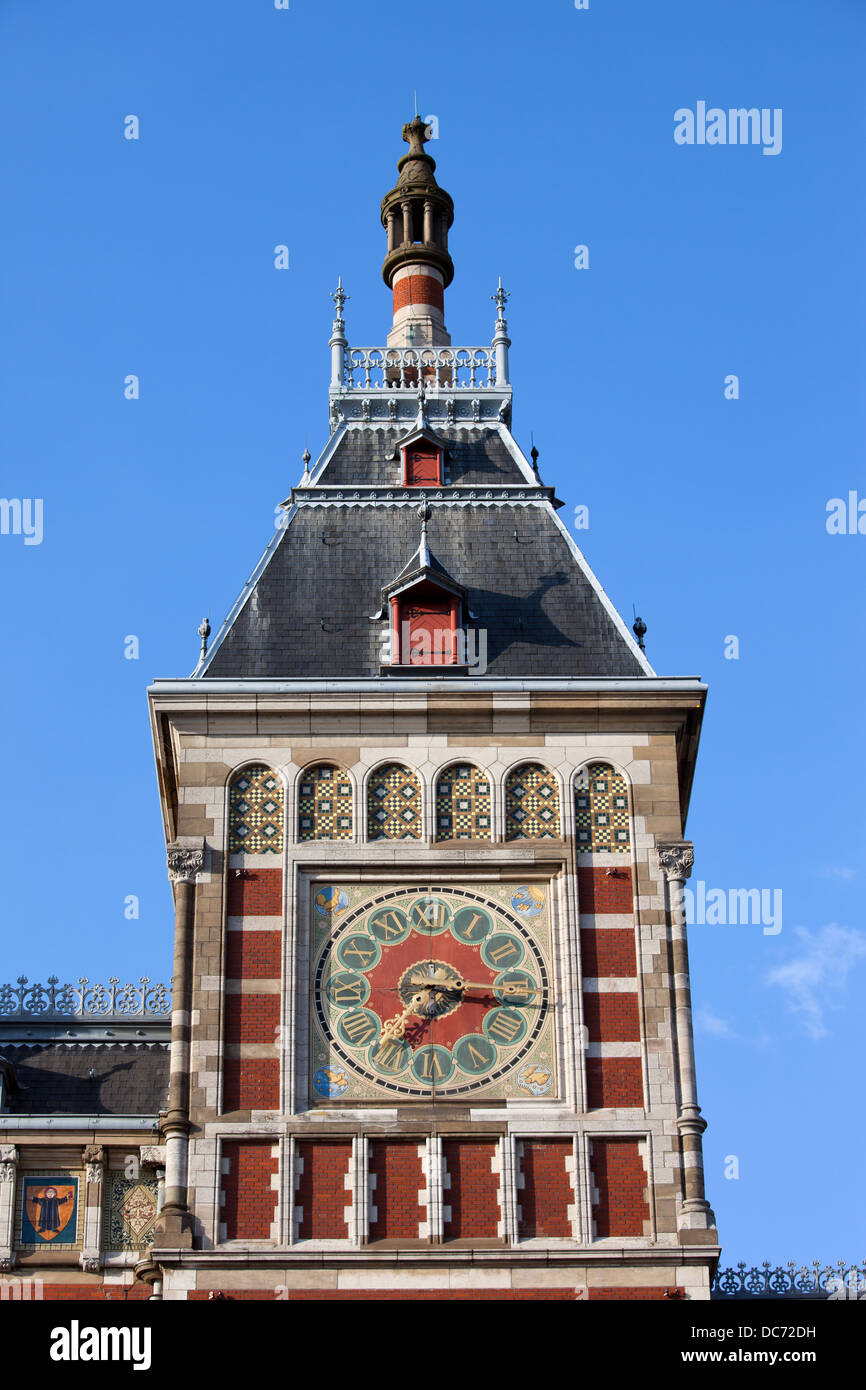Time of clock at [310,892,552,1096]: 7:16
